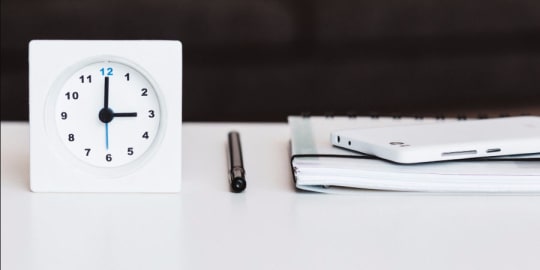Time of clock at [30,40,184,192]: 3:00
